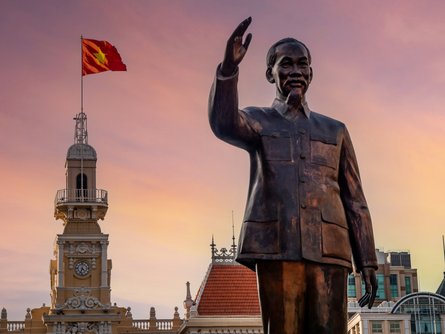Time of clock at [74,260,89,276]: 4:33
